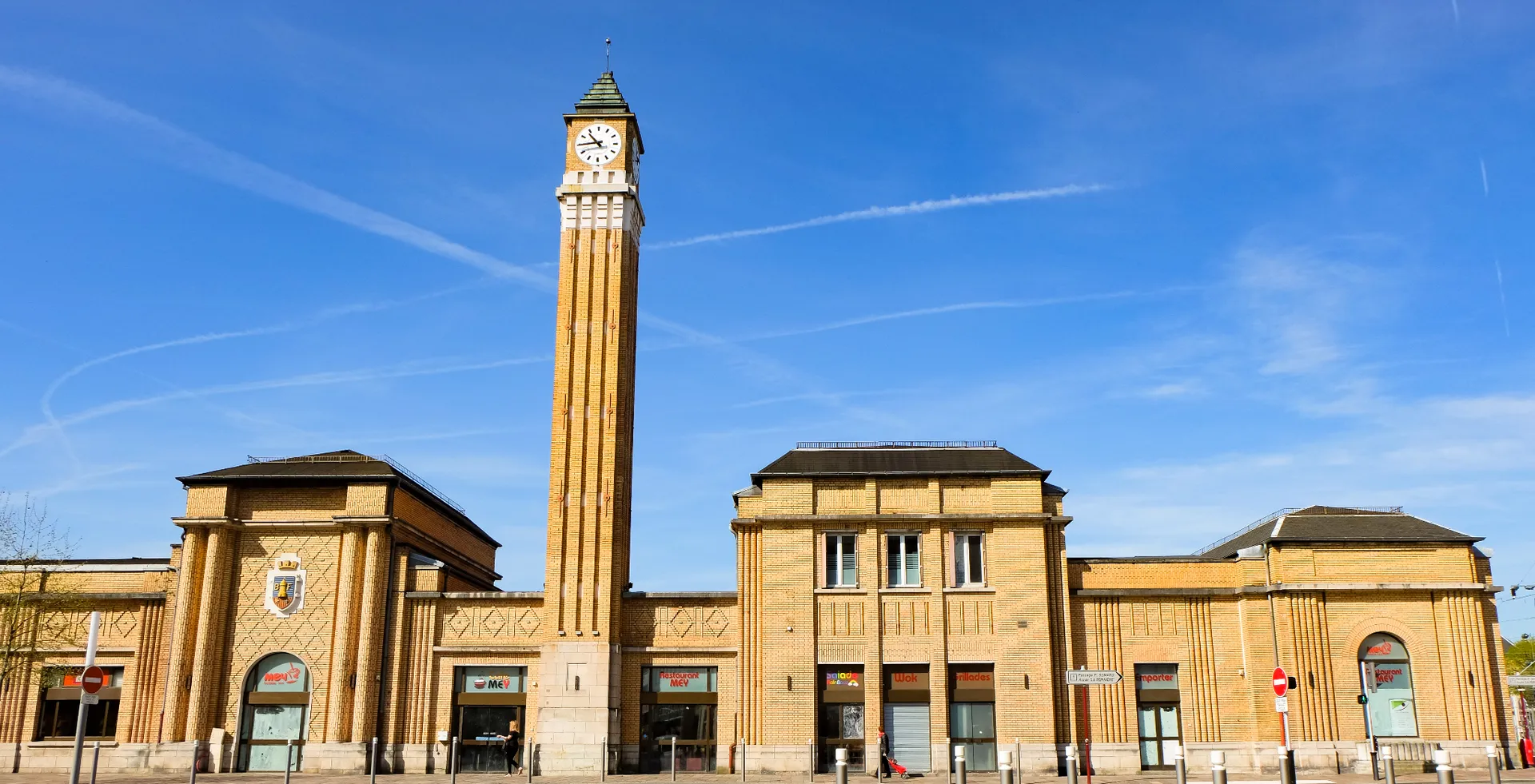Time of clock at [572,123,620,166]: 10:44
